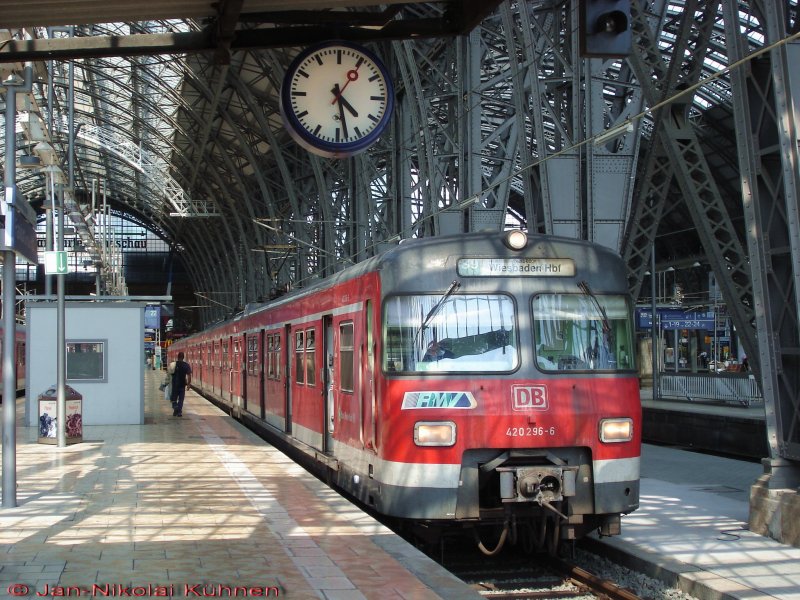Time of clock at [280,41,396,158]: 4:28
